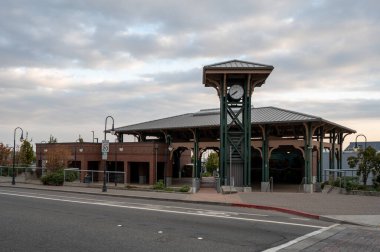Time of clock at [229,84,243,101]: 7:39
